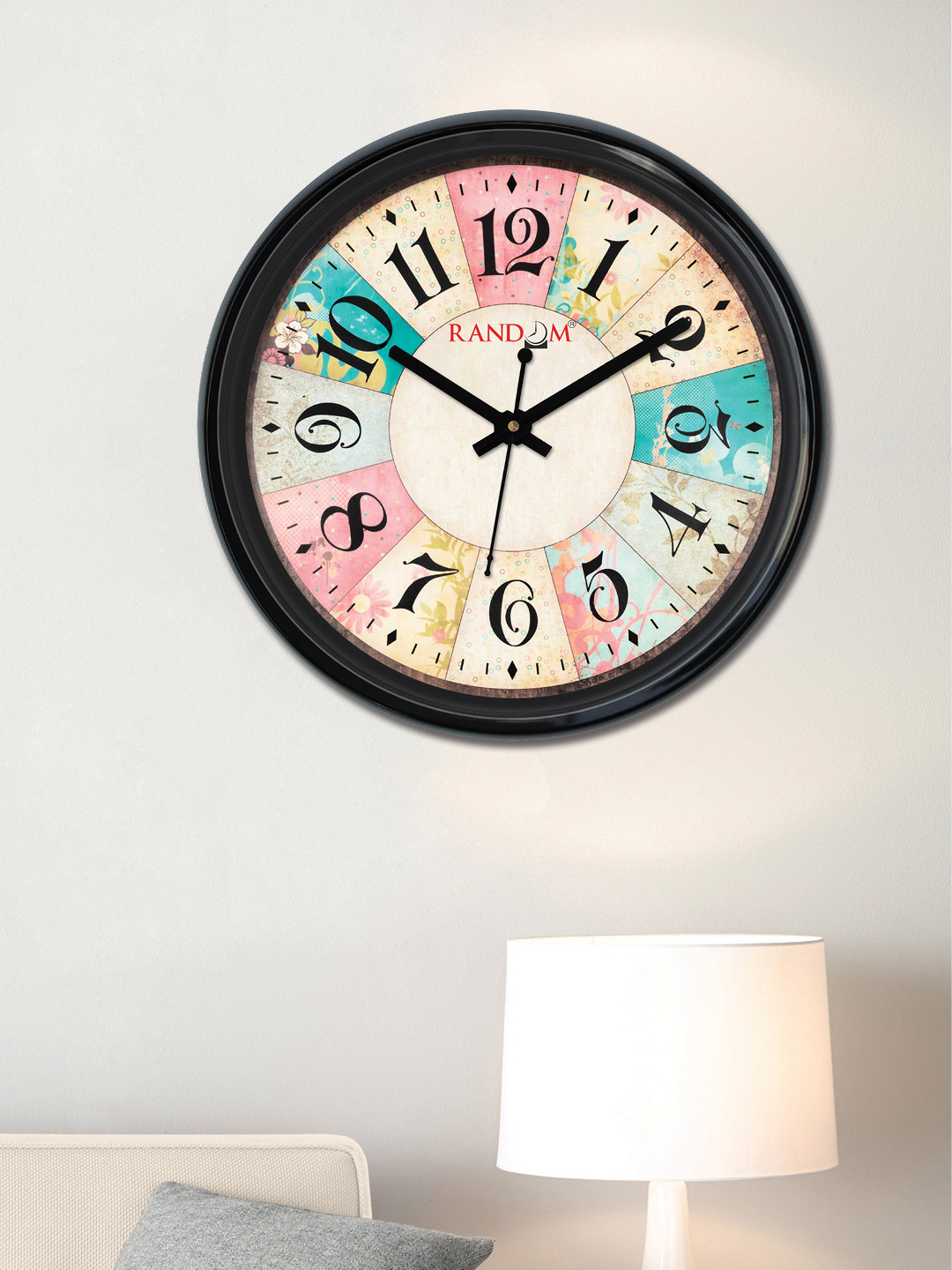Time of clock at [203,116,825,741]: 1:50
